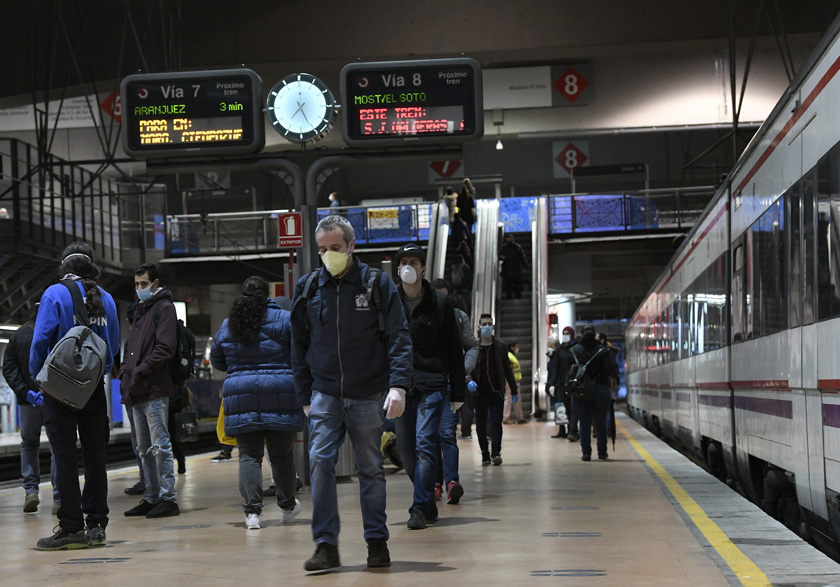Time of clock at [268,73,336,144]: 7:25
